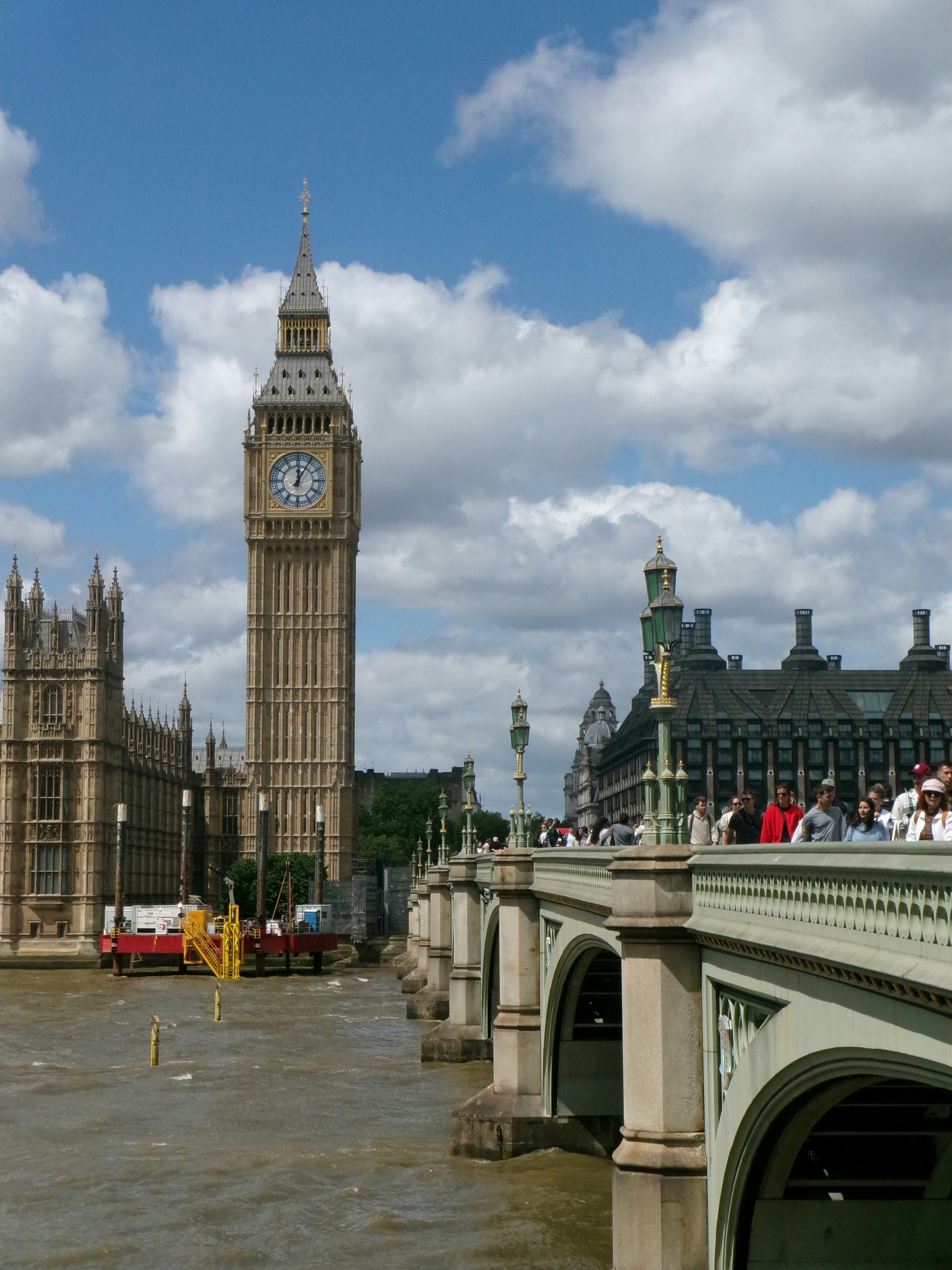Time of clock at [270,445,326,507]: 12:05
